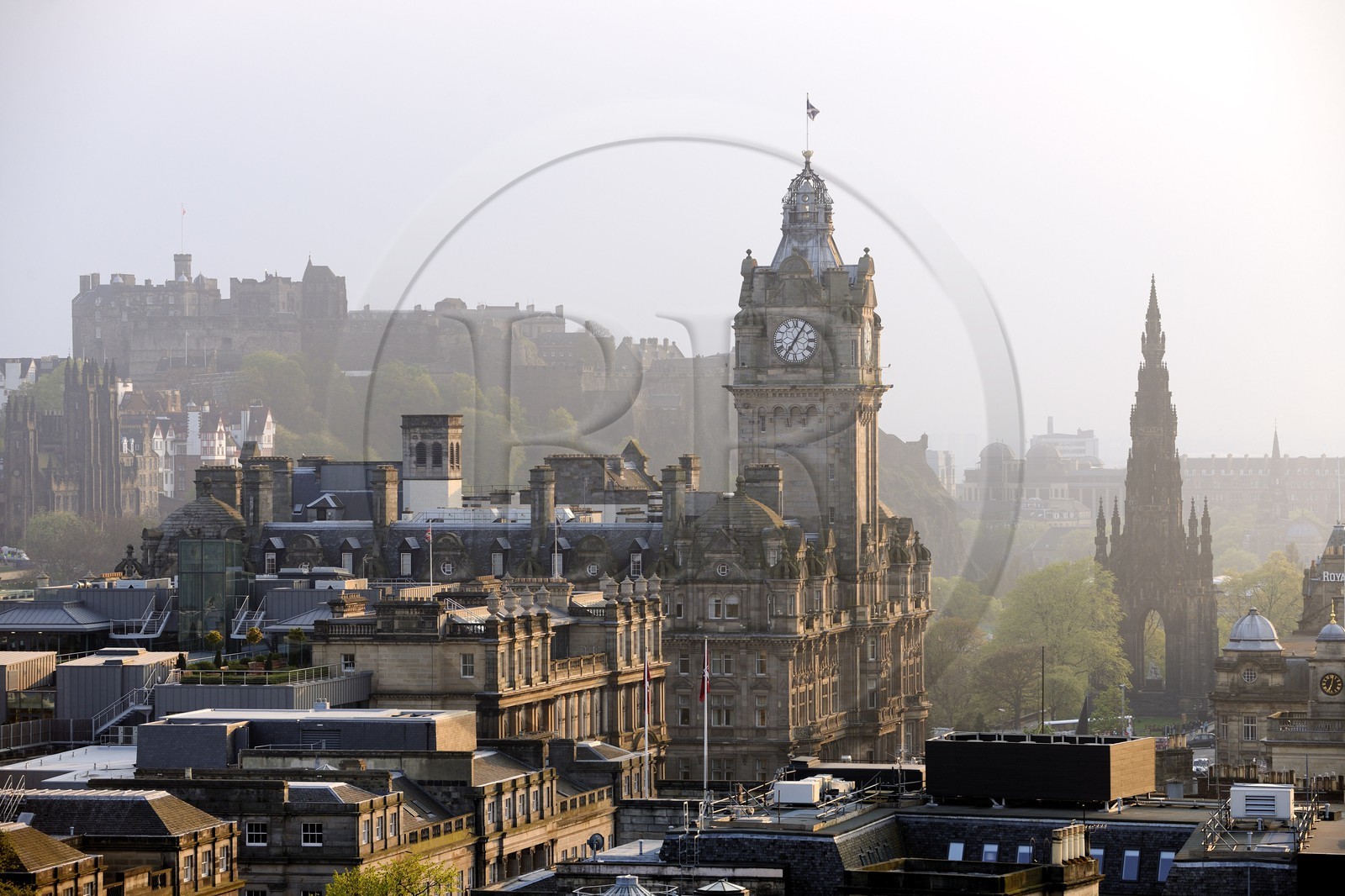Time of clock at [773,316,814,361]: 7:05
